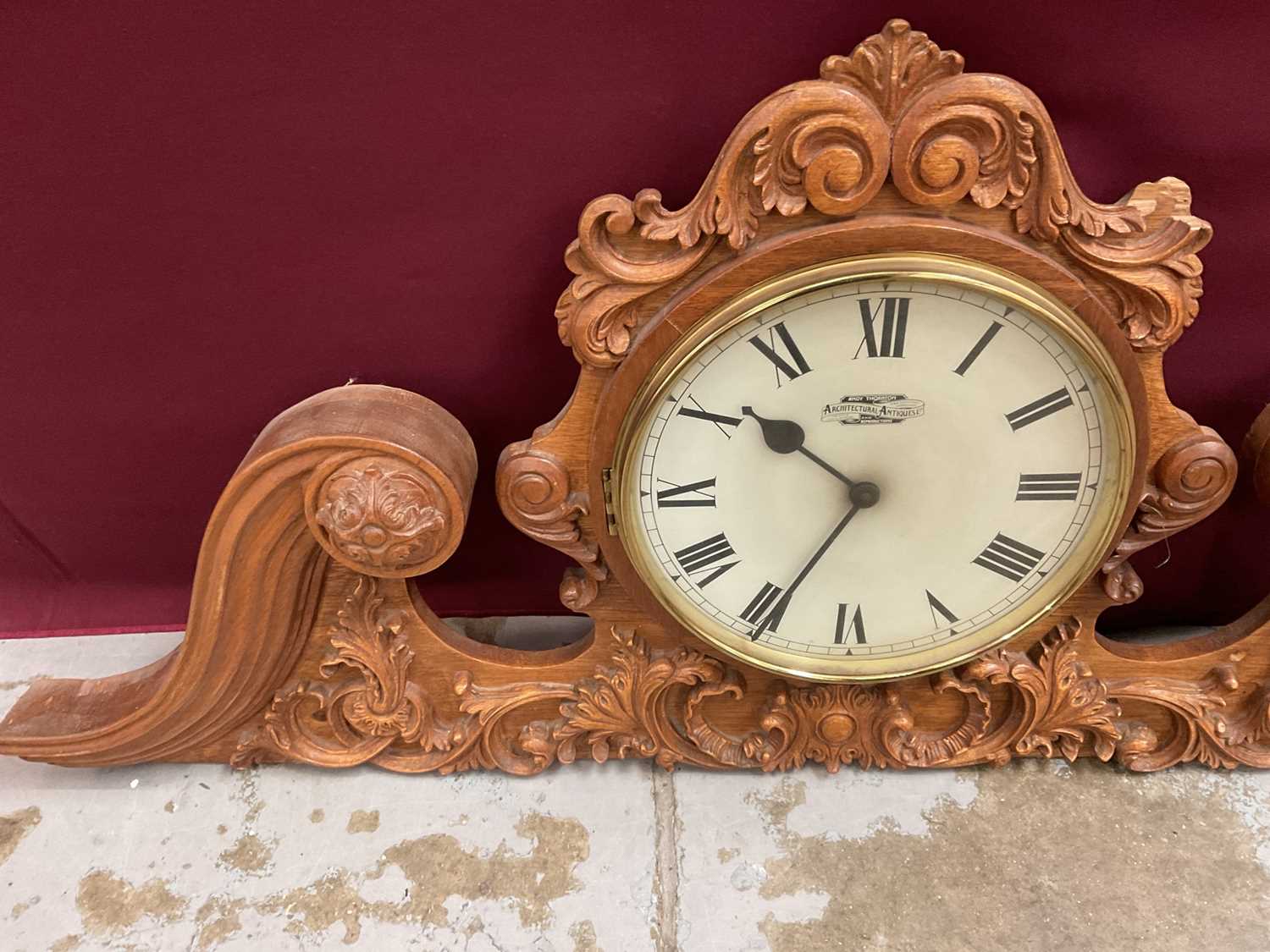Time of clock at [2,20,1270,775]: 10:34
